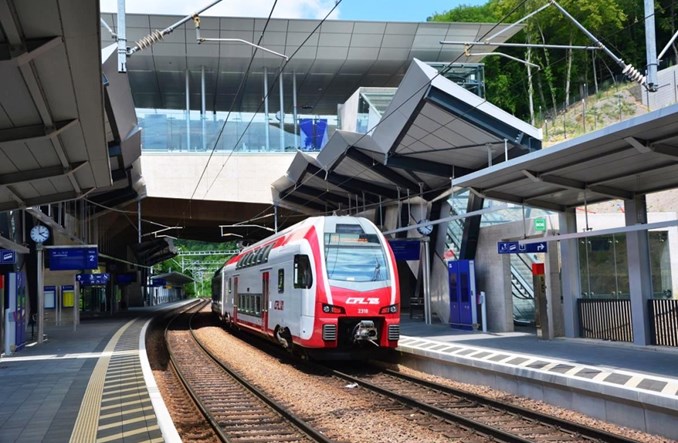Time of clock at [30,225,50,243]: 2:21
